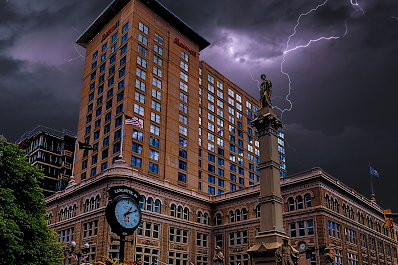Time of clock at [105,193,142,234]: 1:11
